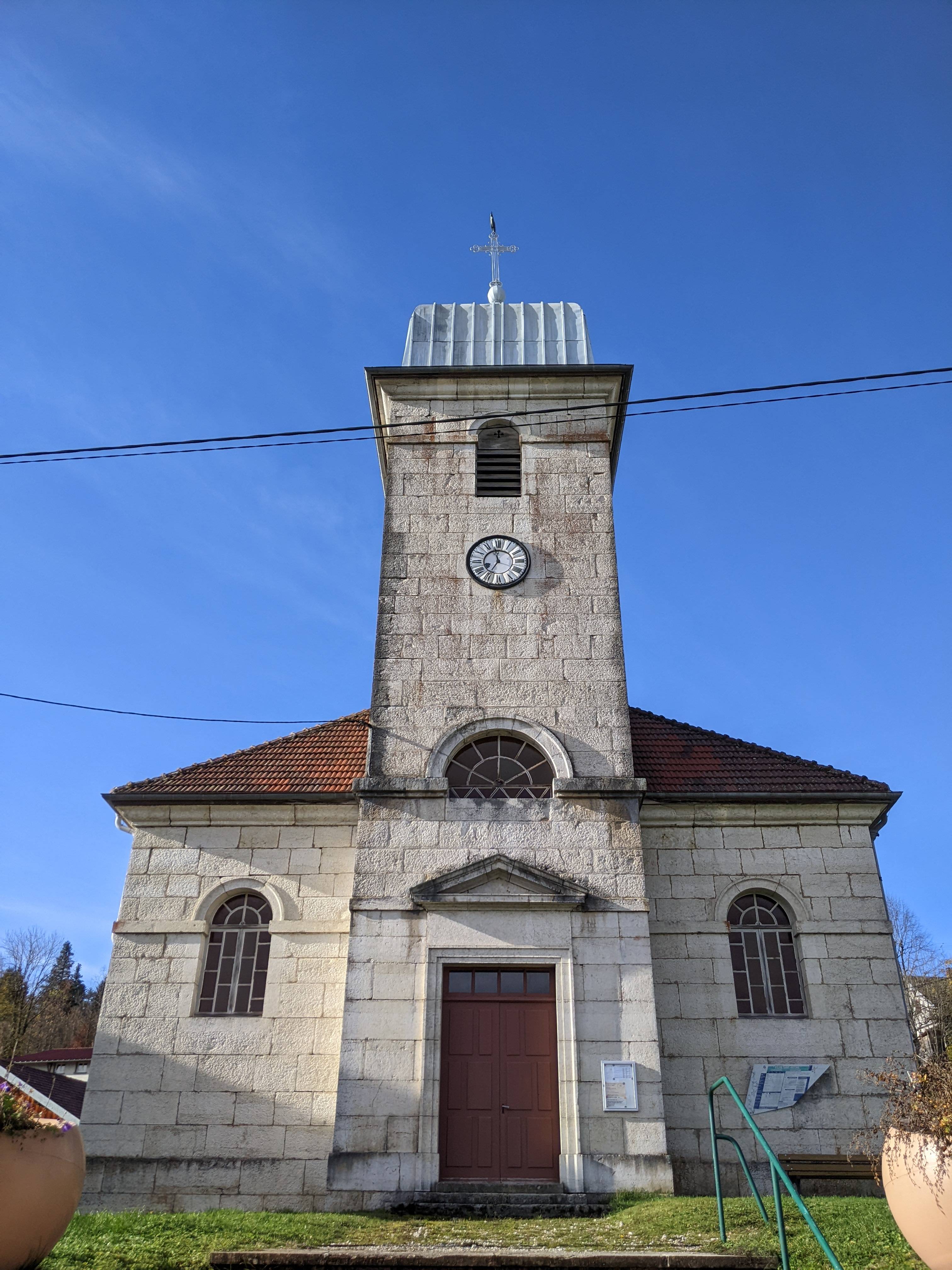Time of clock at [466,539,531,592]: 11:35
